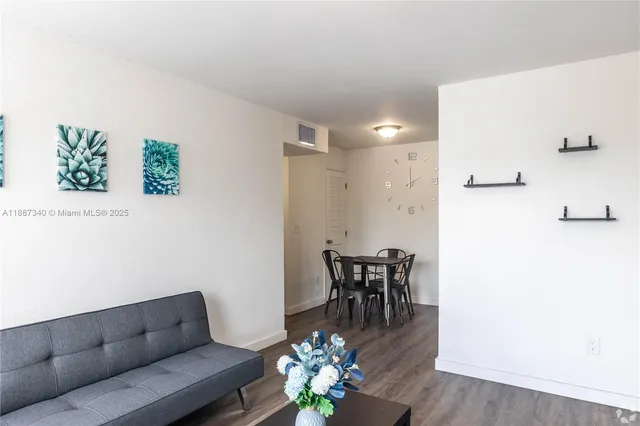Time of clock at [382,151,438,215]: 2:00
